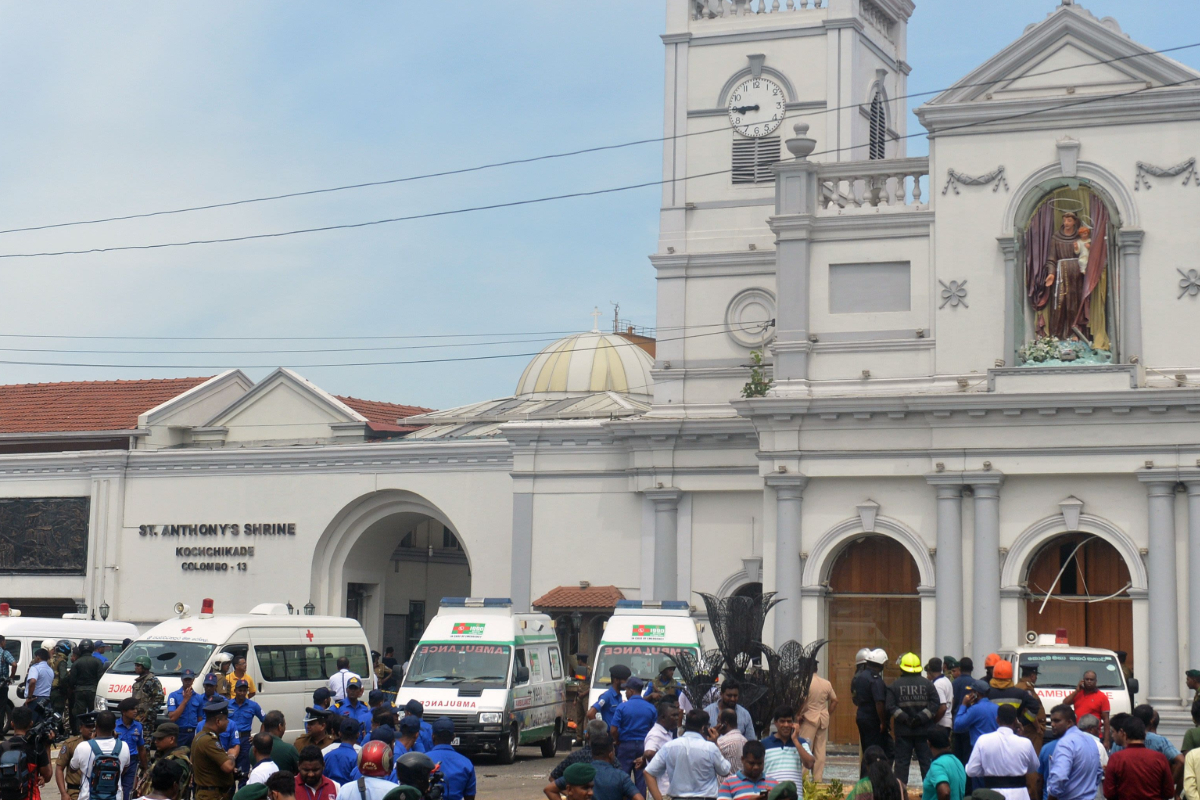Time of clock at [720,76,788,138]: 8:45
